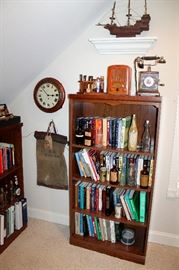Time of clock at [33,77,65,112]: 2:53
